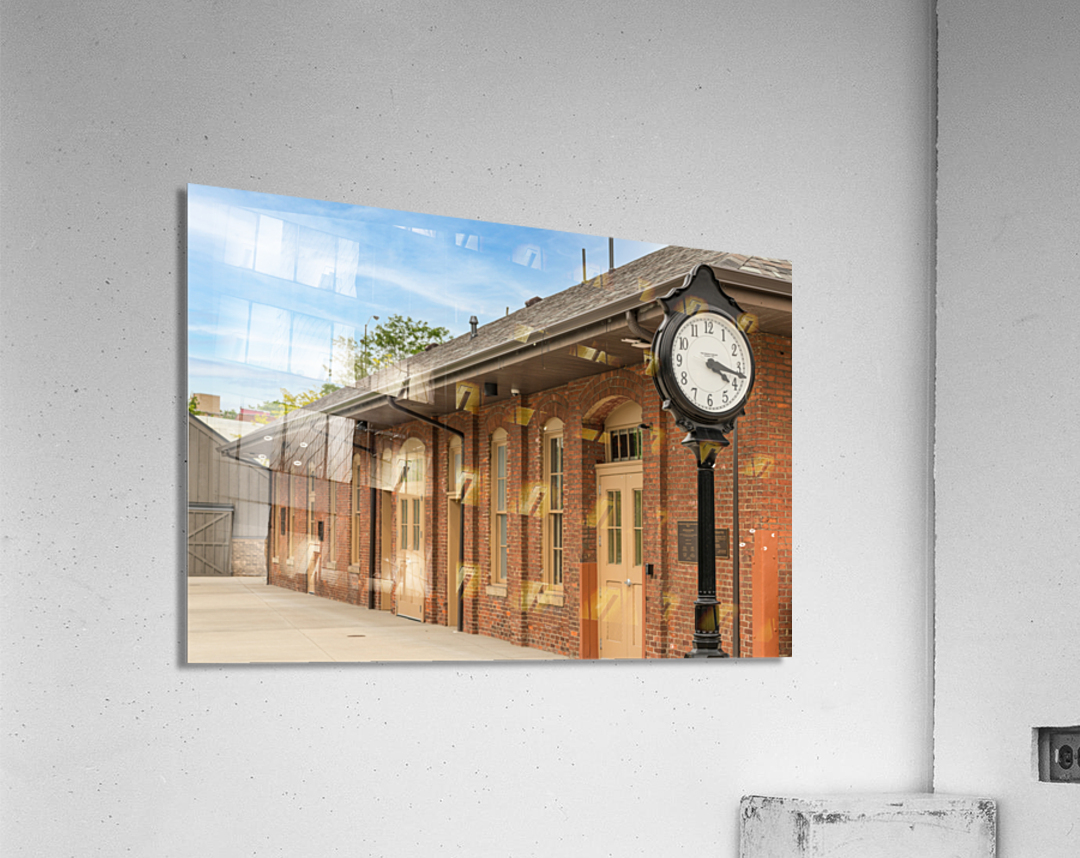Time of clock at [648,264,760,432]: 4:17
